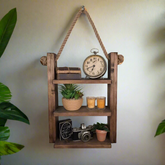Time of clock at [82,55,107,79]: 6:41
